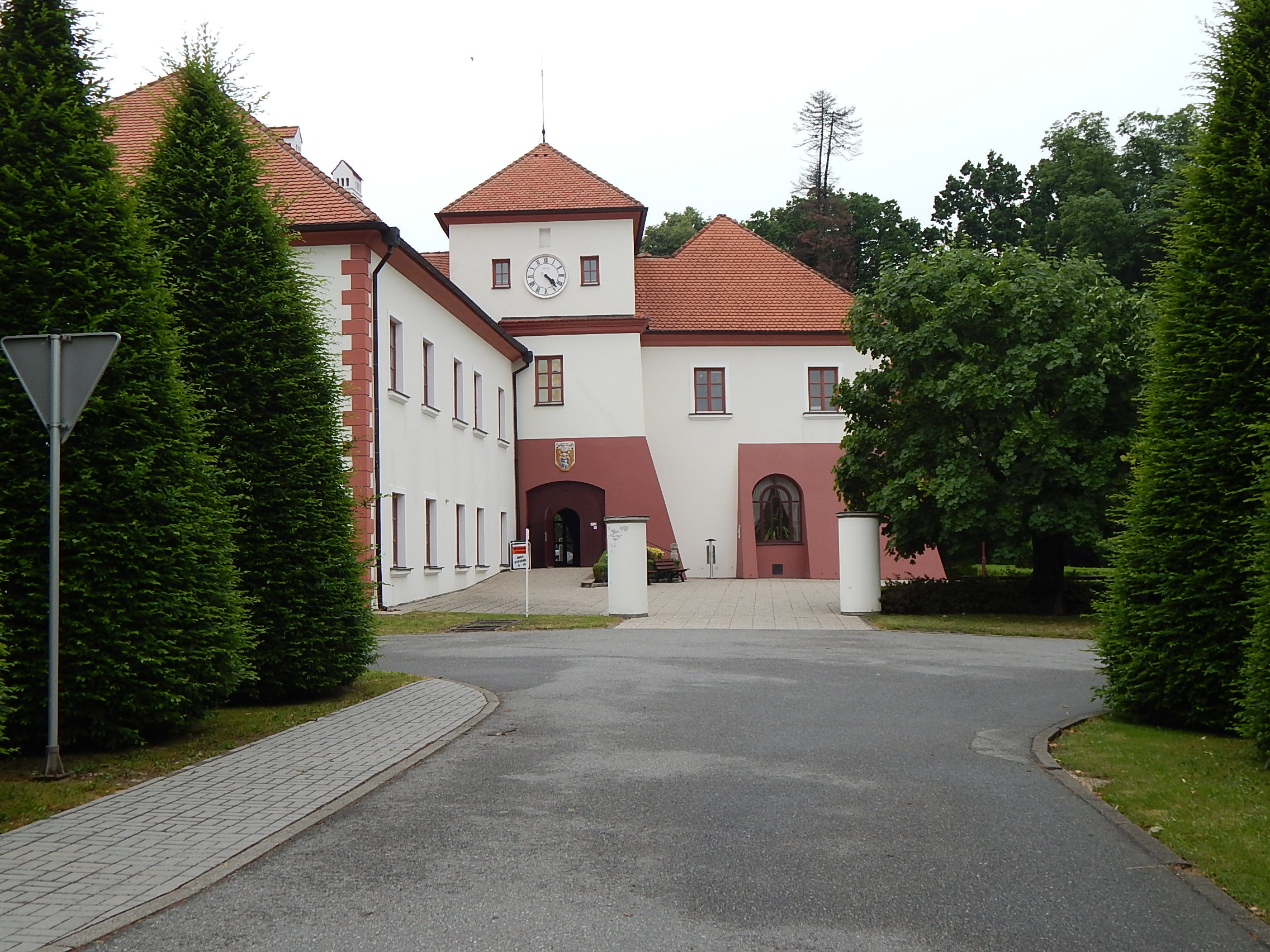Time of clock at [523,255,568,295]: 4:23
